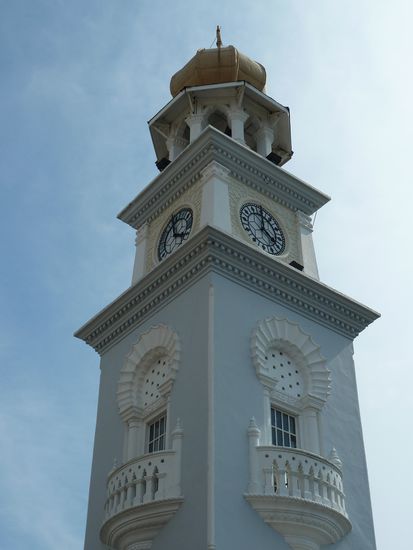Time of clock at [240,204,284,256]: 4:01
